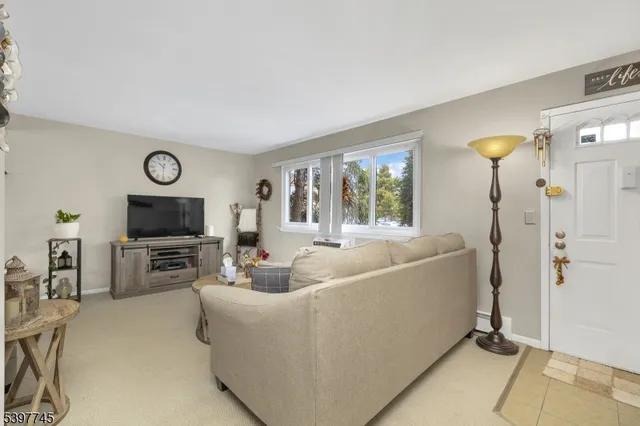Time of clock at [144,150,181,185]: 10:30
